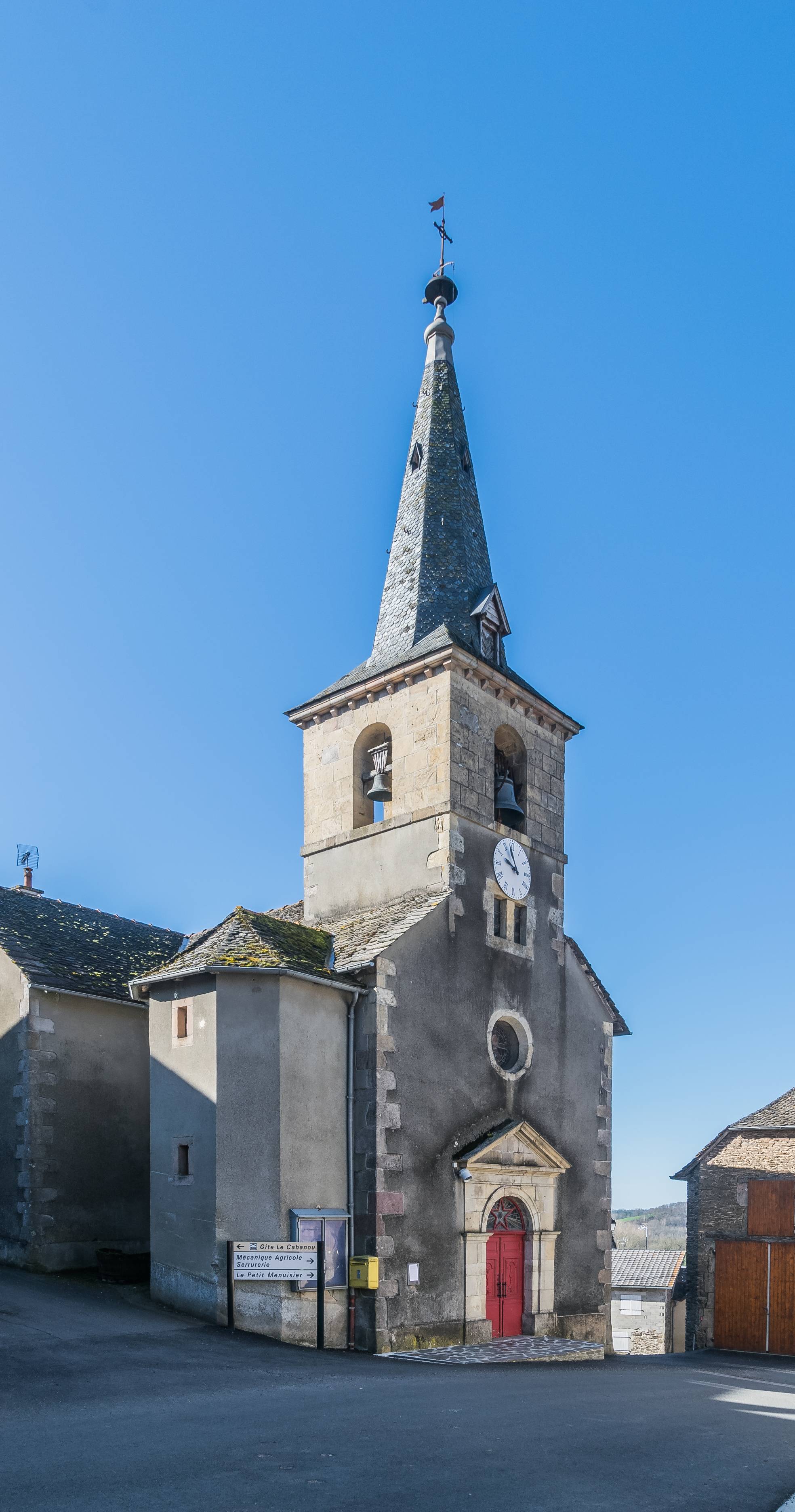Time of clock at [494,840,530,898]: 9:57
